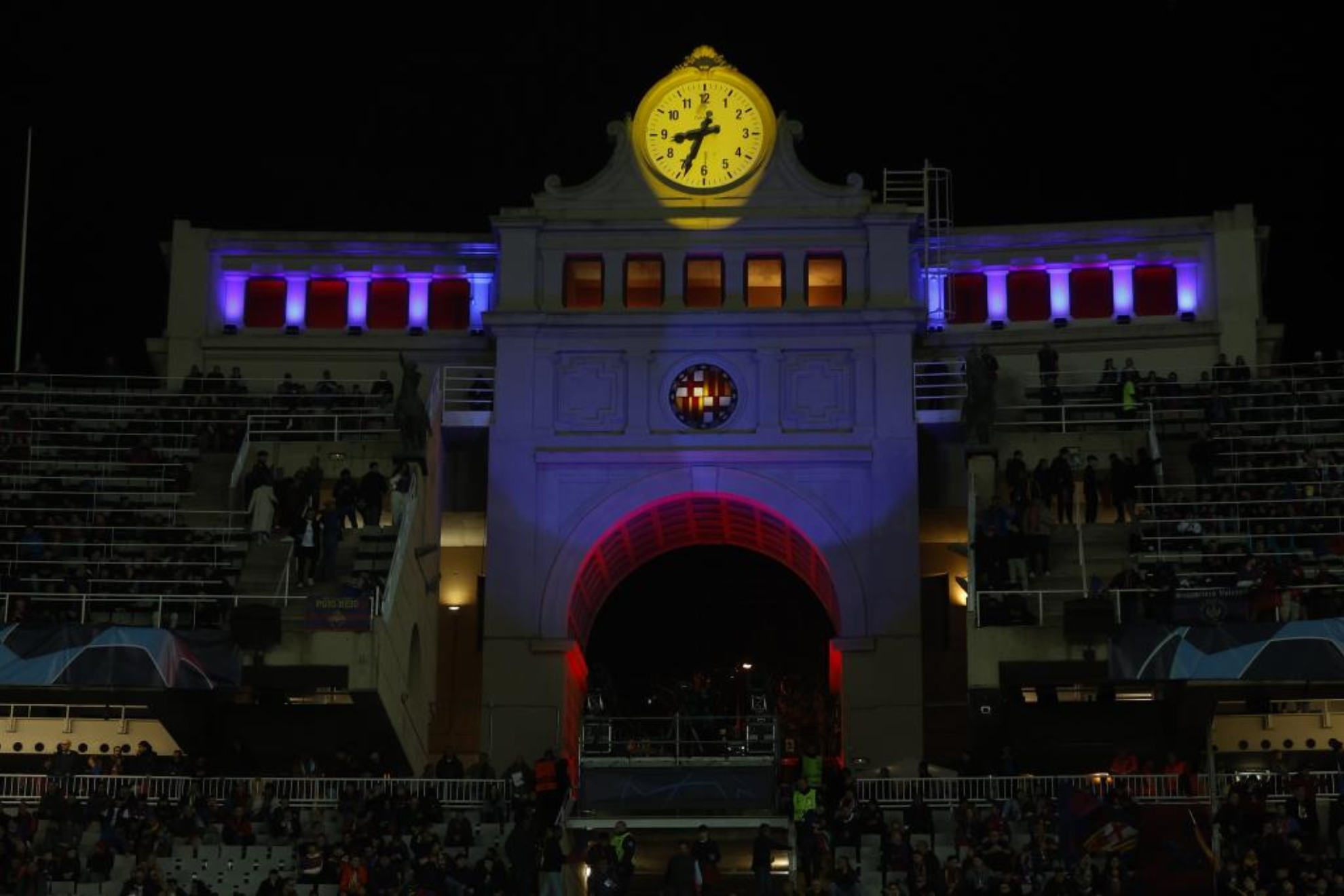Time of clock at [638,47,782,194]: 8:33
